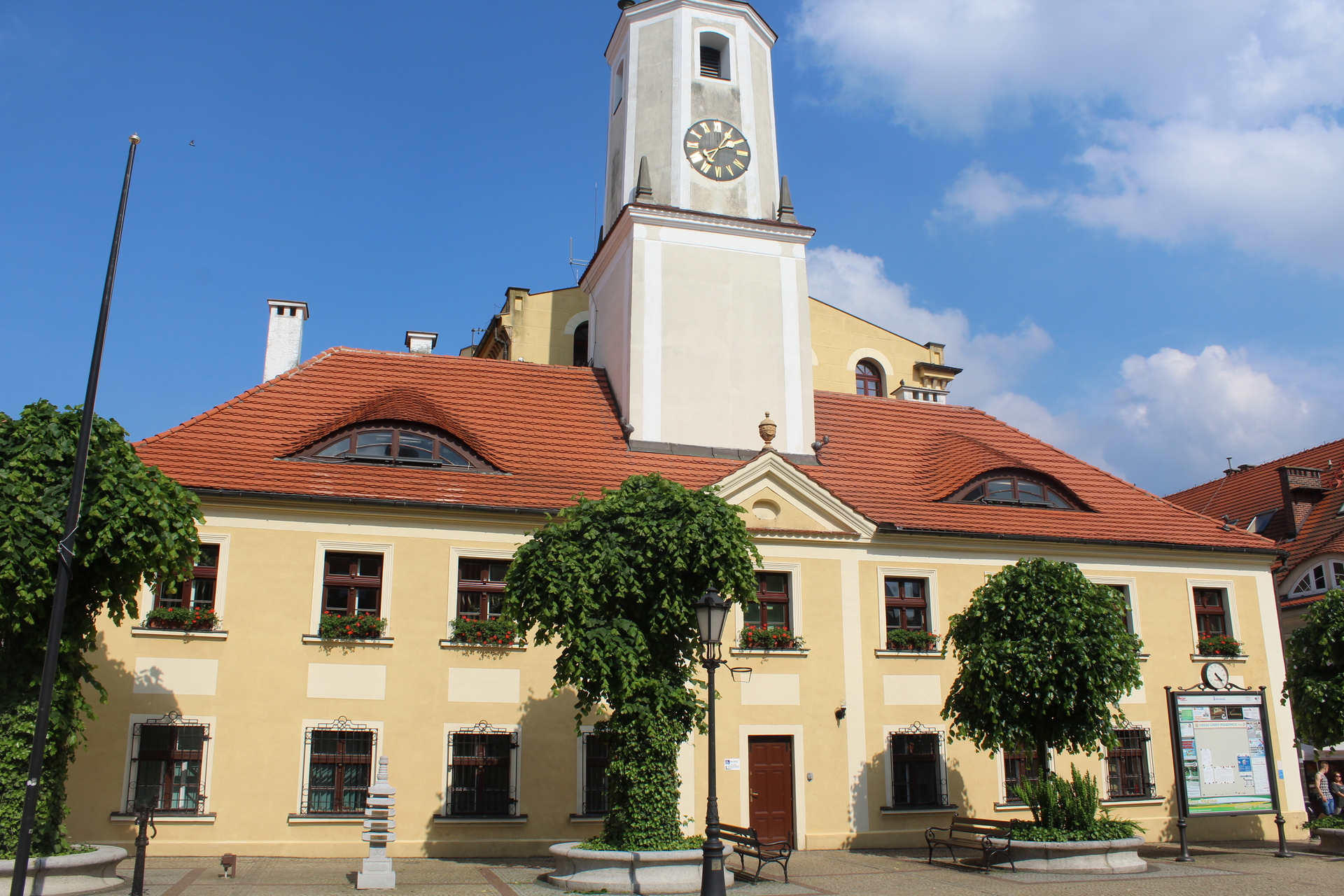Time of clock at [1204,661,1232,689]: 4:23
